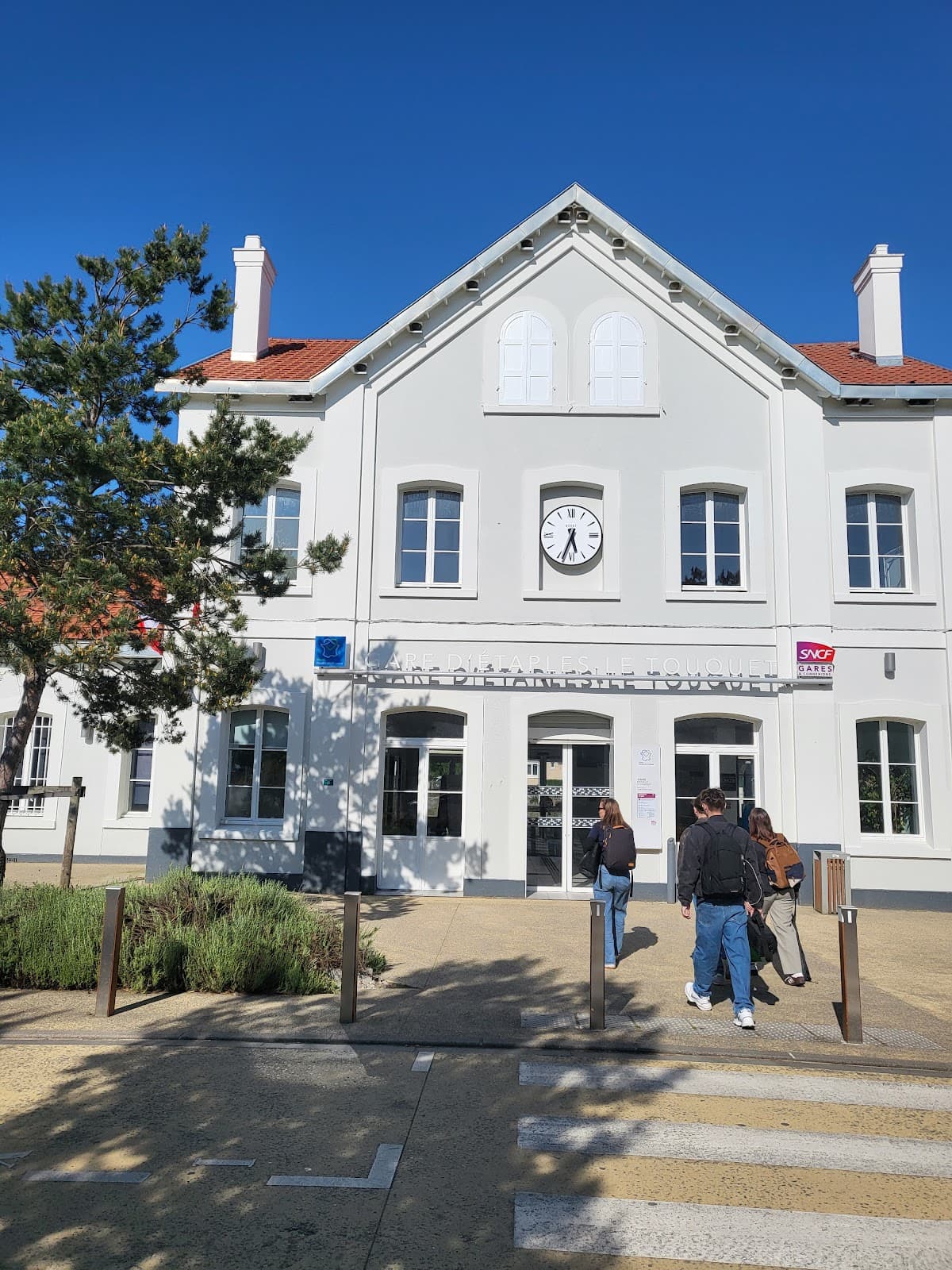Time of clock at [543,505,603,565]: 5:33
